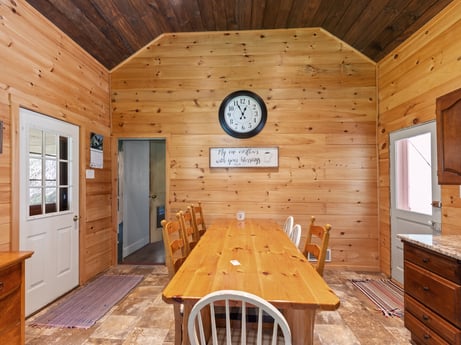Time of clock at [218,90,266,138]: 12:55
